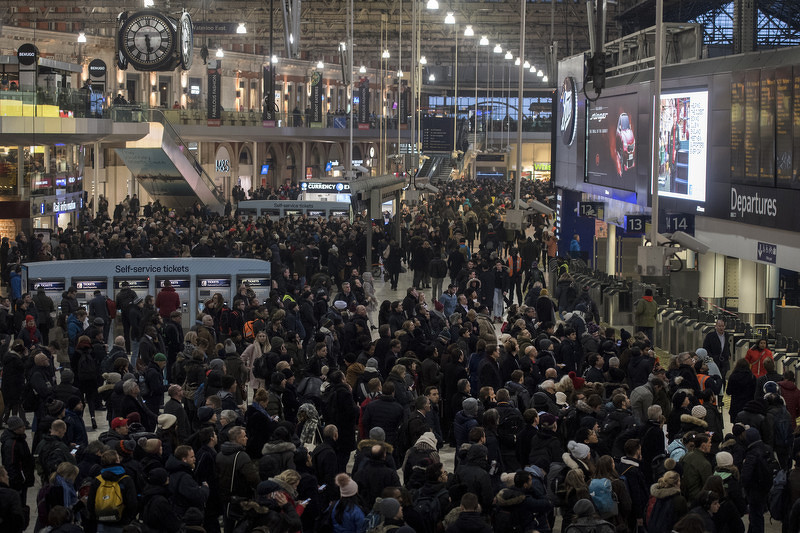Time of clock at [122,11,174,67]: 5:29
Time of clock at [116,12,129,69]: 5:29
